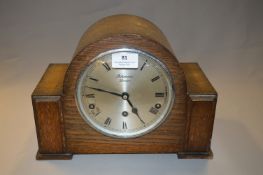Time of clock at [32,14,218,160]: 4:47
